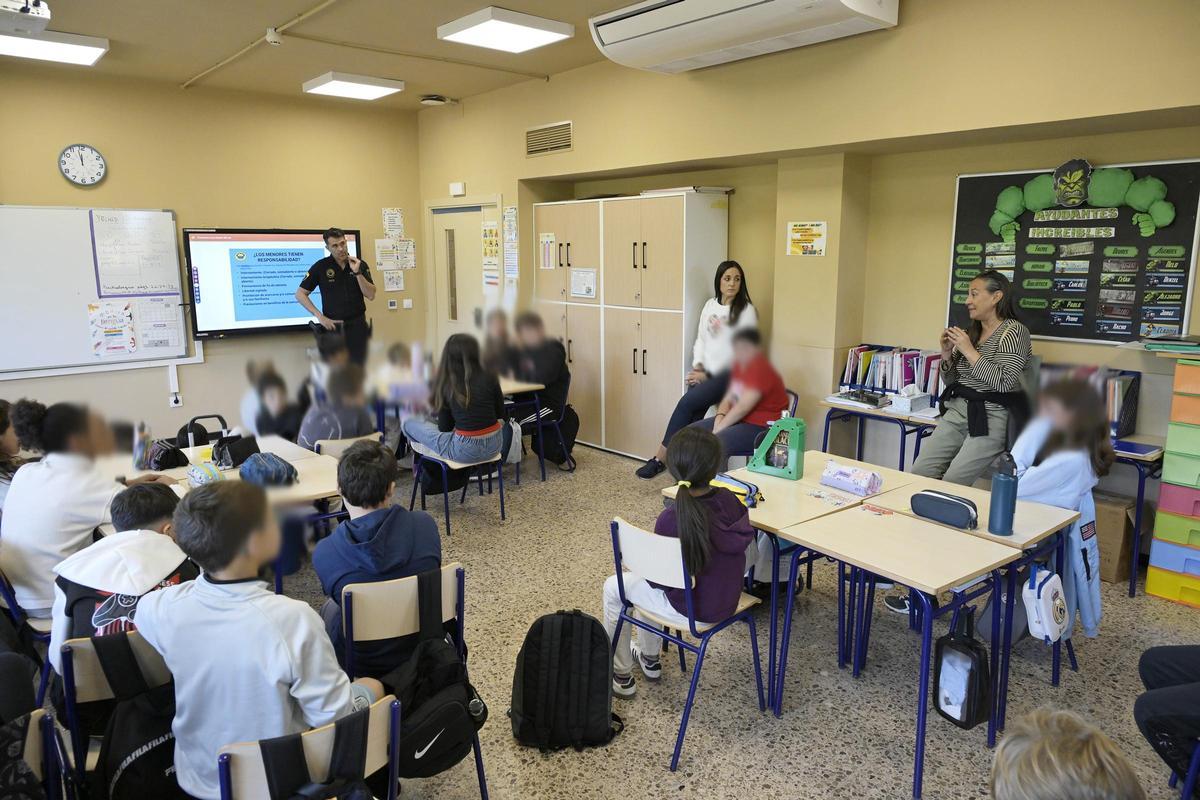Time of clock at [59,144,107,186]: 11:57
